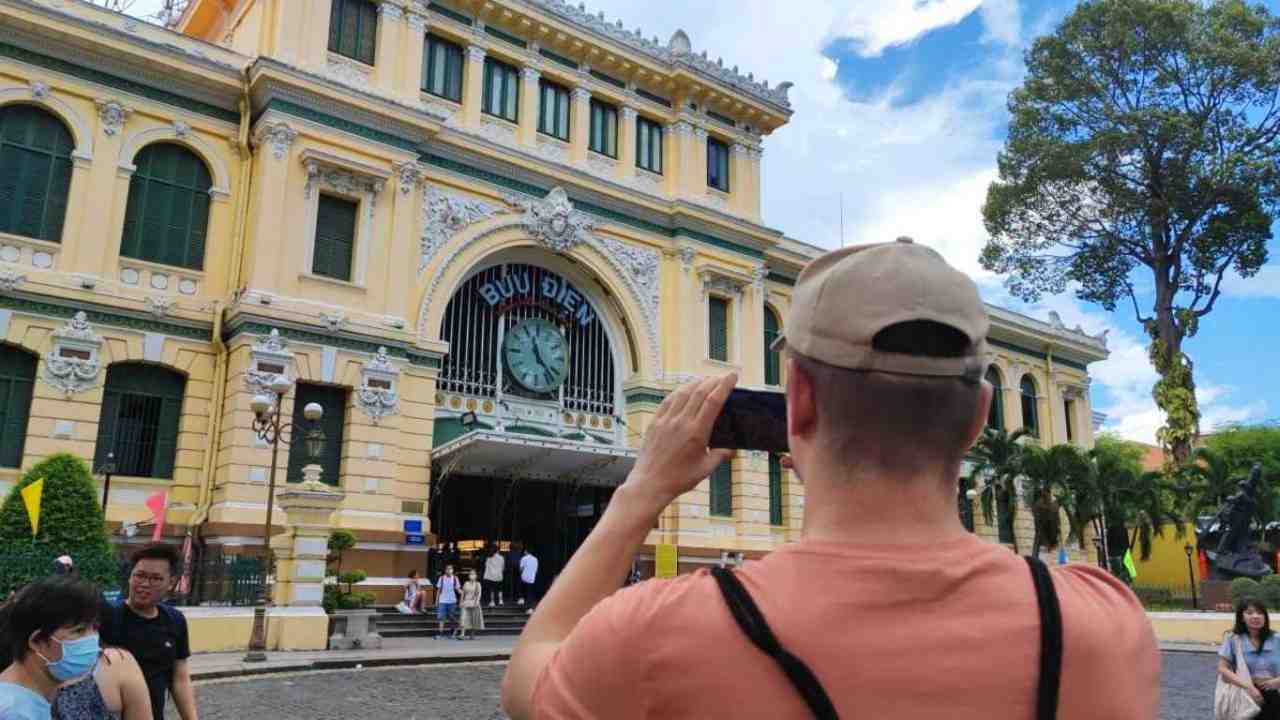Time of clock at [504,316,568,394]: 11:22
